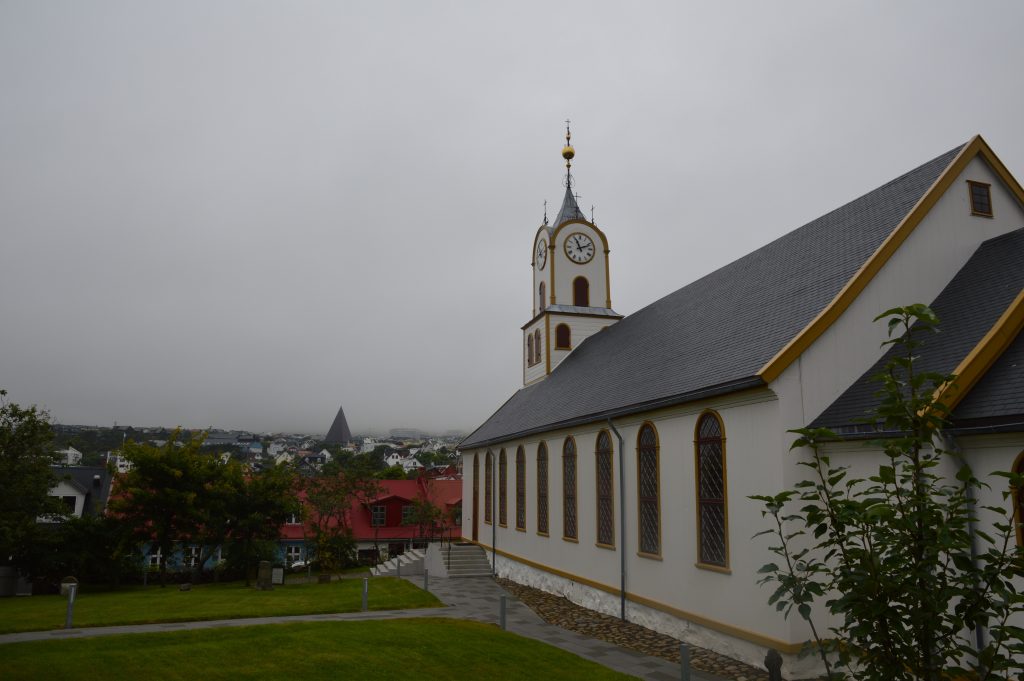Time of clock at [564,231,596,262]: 11:11
